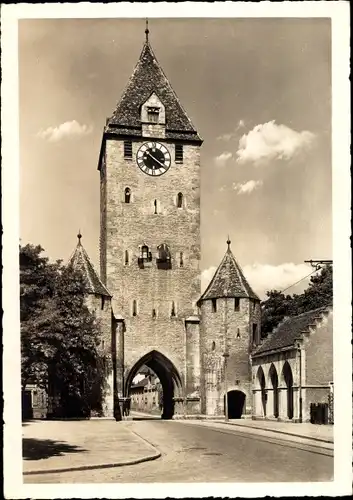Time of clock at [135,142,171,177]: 10:20
